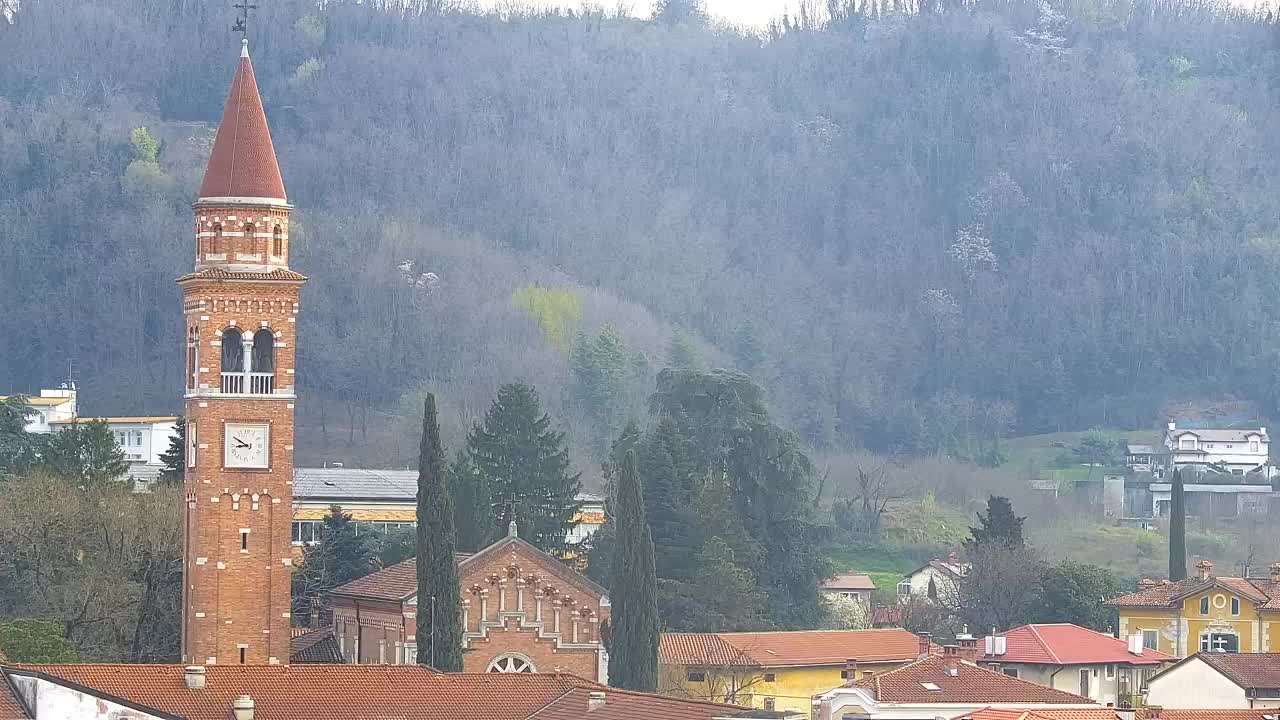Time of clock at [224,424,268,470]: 8:50
